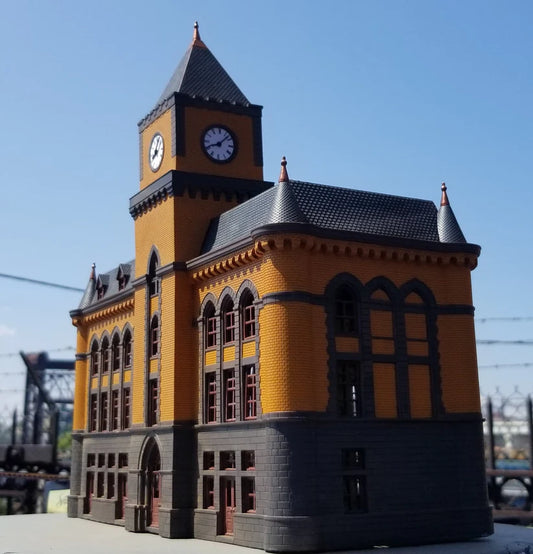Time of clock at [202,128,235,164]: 8:07
